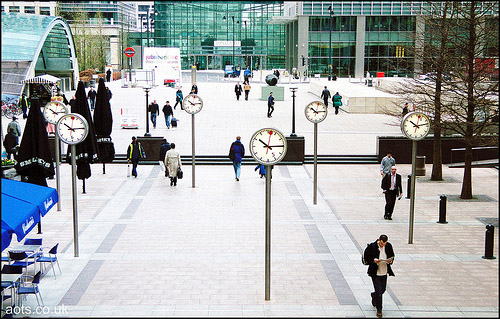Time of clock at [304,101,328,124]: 10:14
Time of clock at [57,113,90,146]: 10:14
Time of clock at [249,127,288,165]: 10:14
